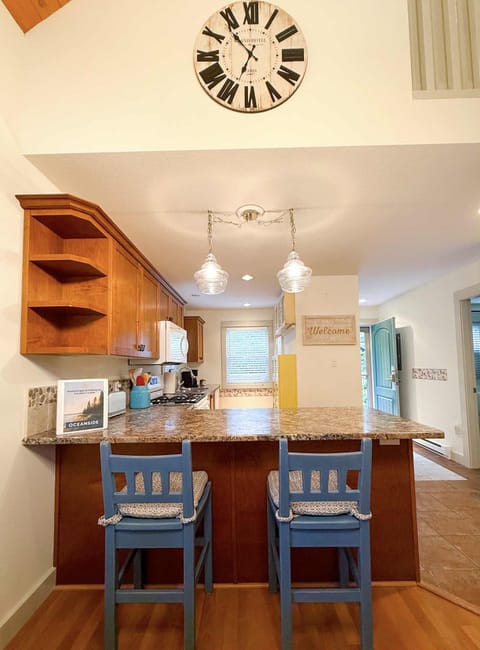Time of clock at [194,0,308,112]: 6:53
